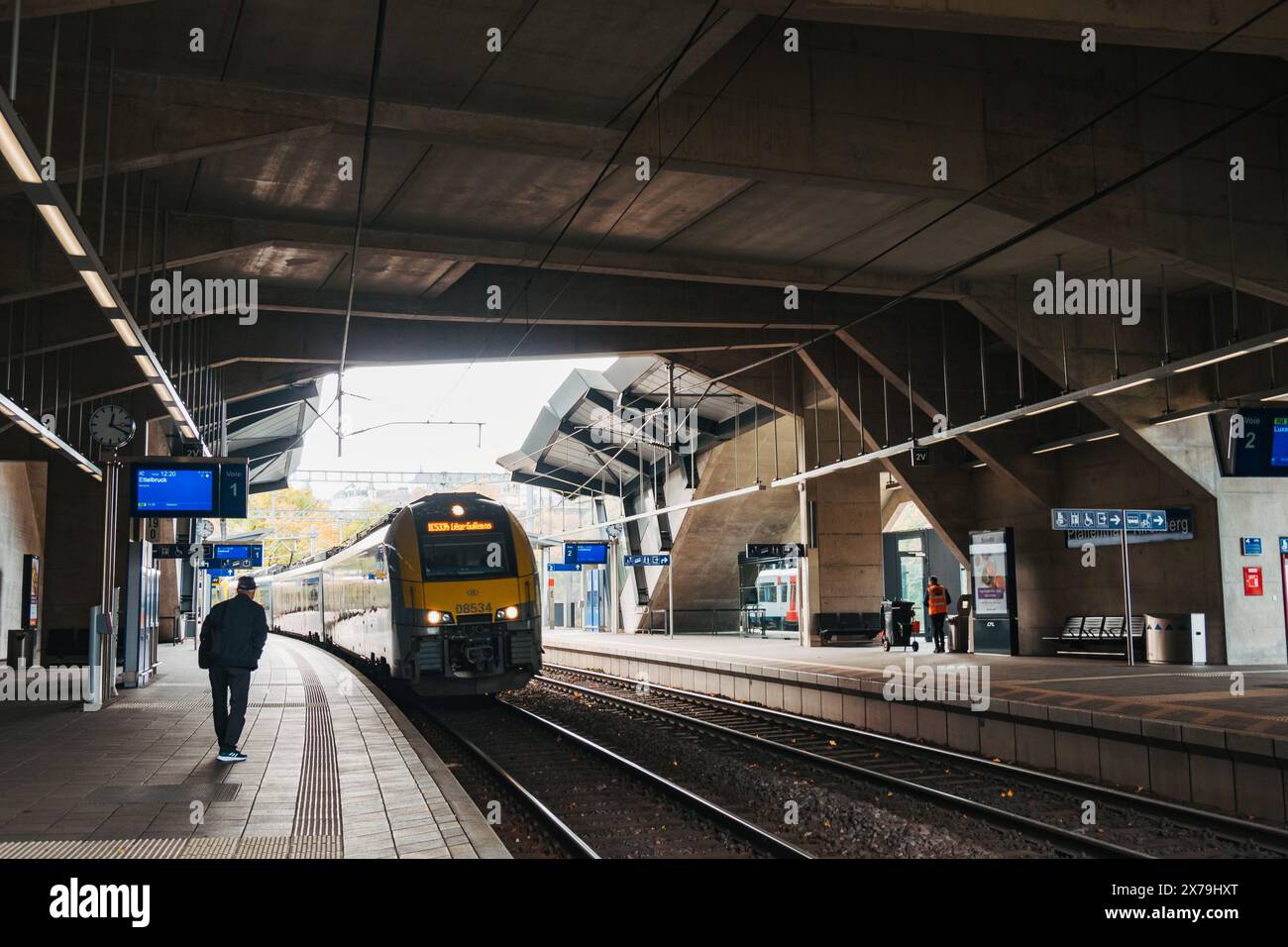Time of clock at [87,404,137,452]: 12:18
